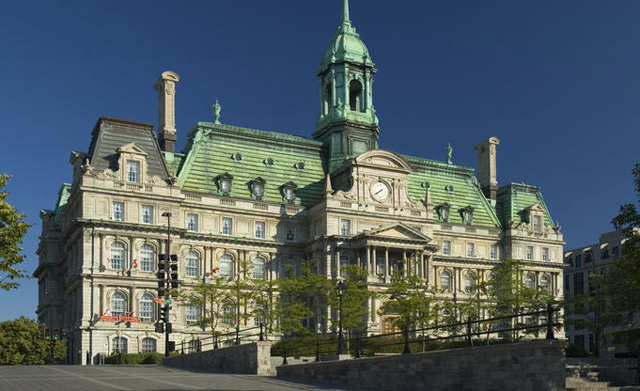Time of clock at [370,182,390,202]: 7:39
